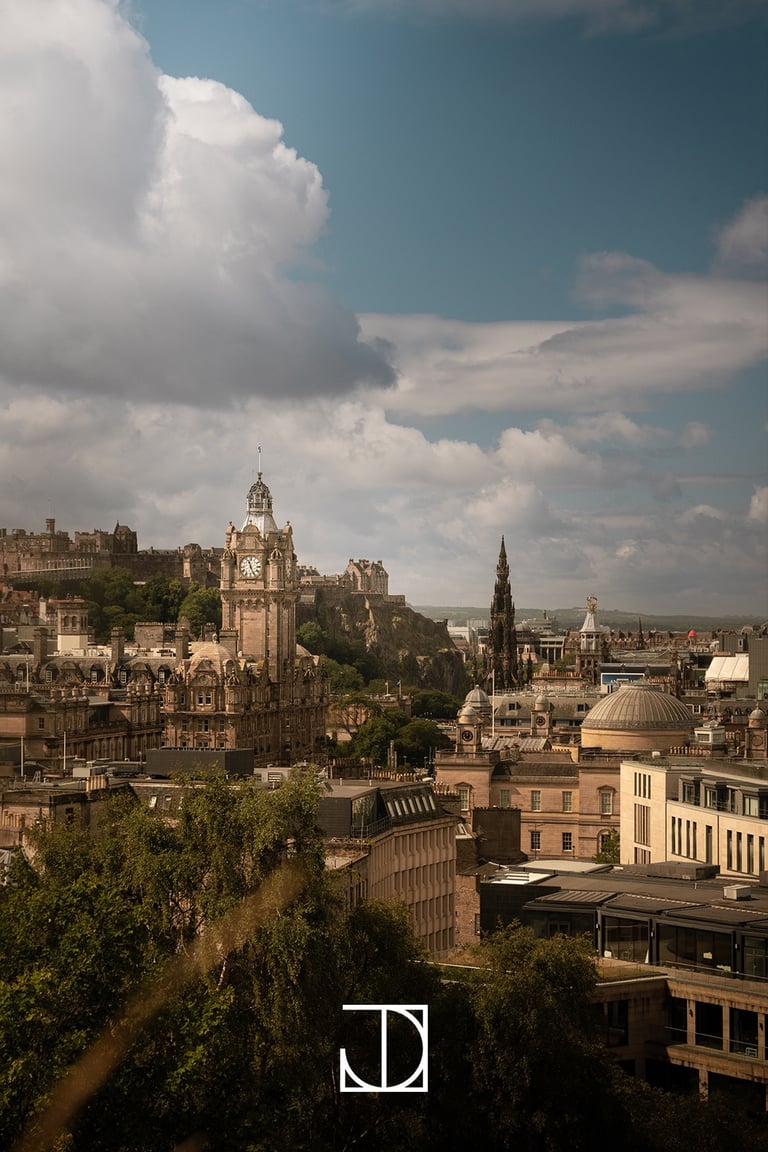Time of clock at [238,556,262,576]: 11:25
